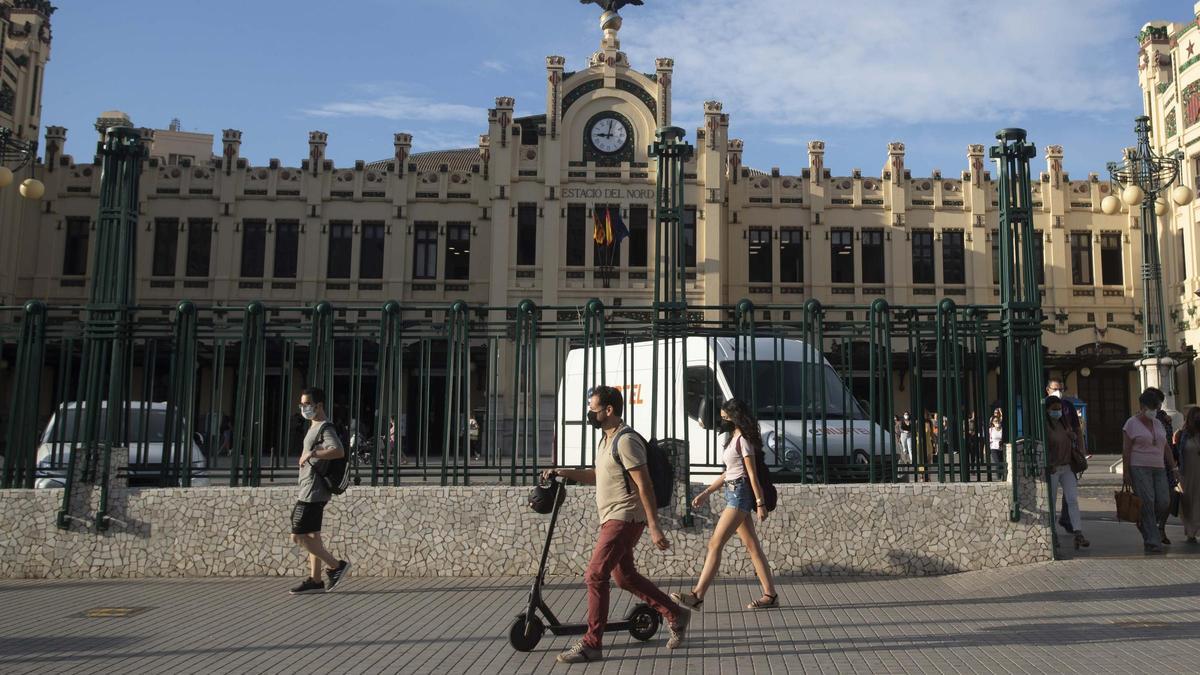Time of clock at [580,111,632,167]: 9:01
